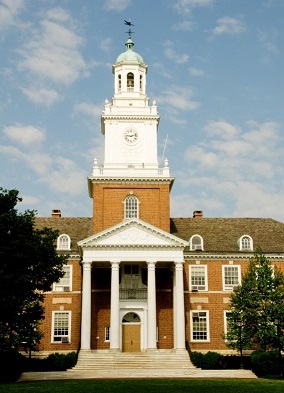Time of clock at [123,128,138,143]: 9:12
